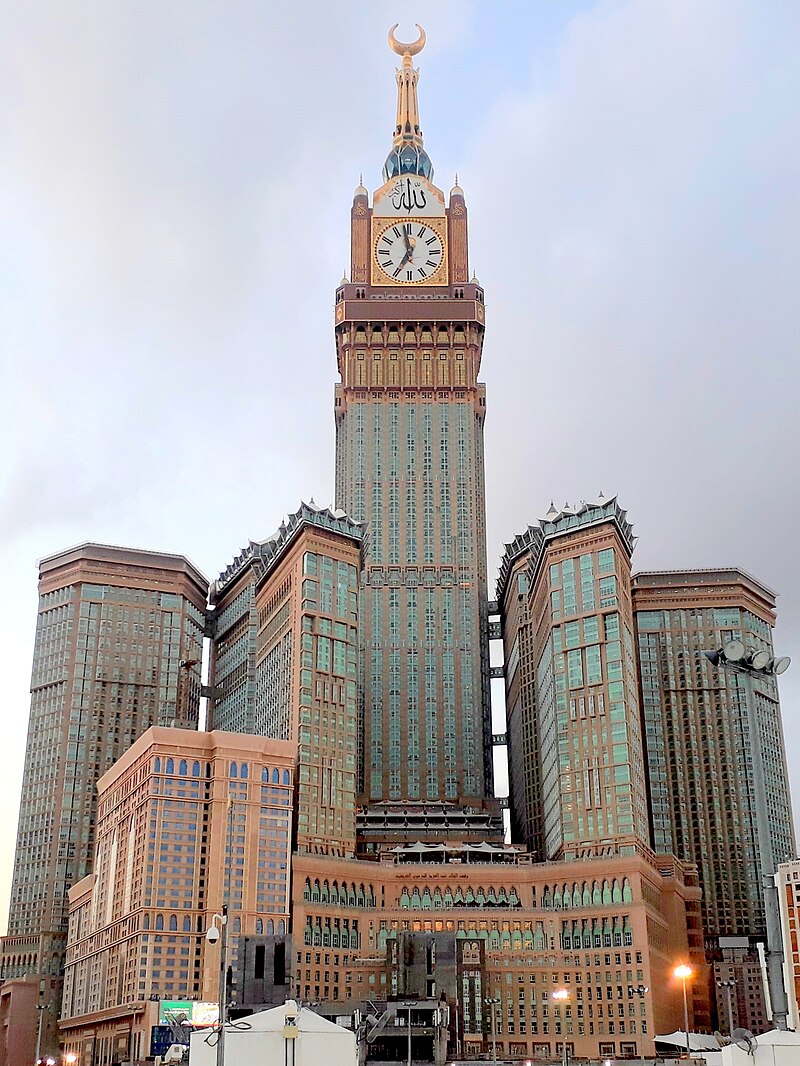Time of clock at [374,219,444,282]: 6:58
